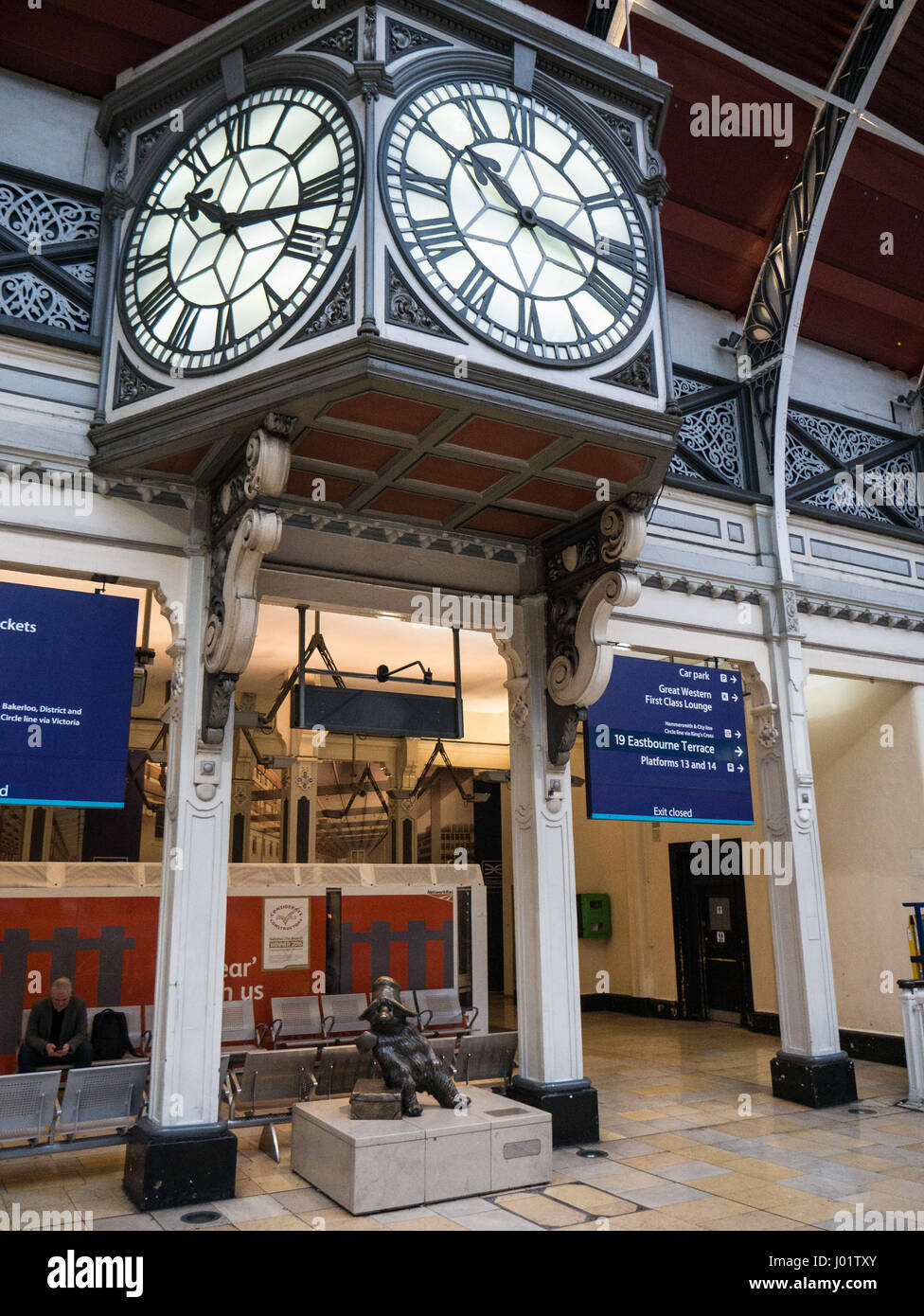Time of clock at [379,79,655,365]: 10:16
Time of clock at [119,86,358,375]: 10:16
